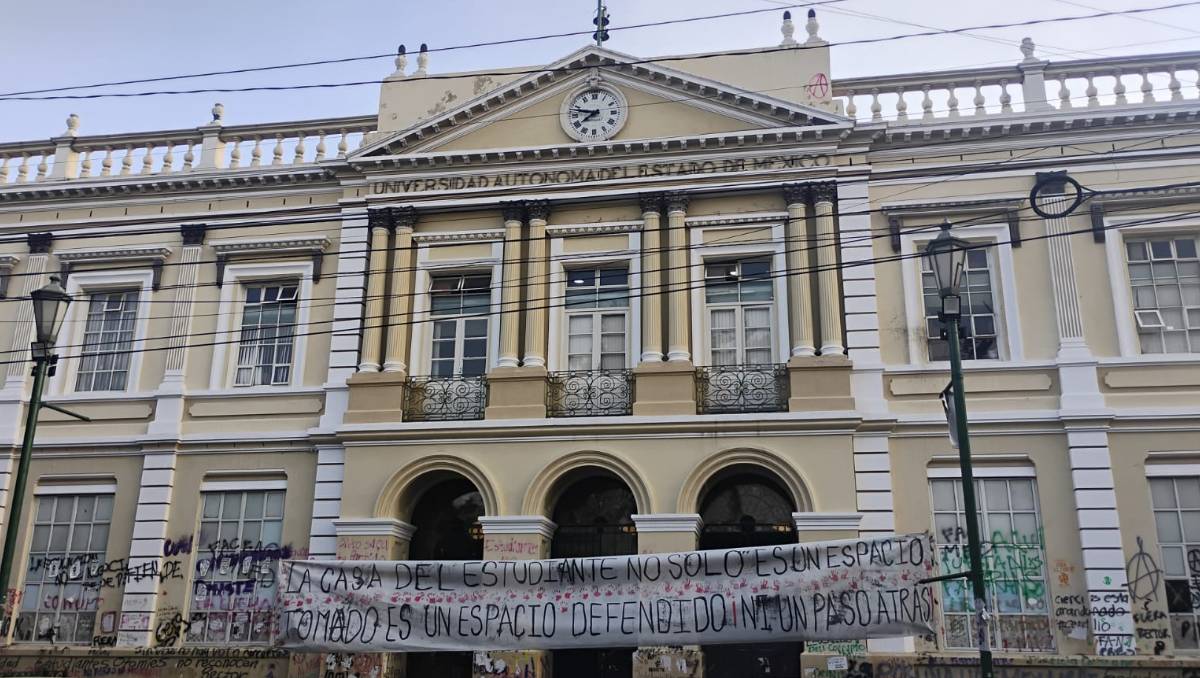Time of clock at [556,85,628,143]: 7:47
